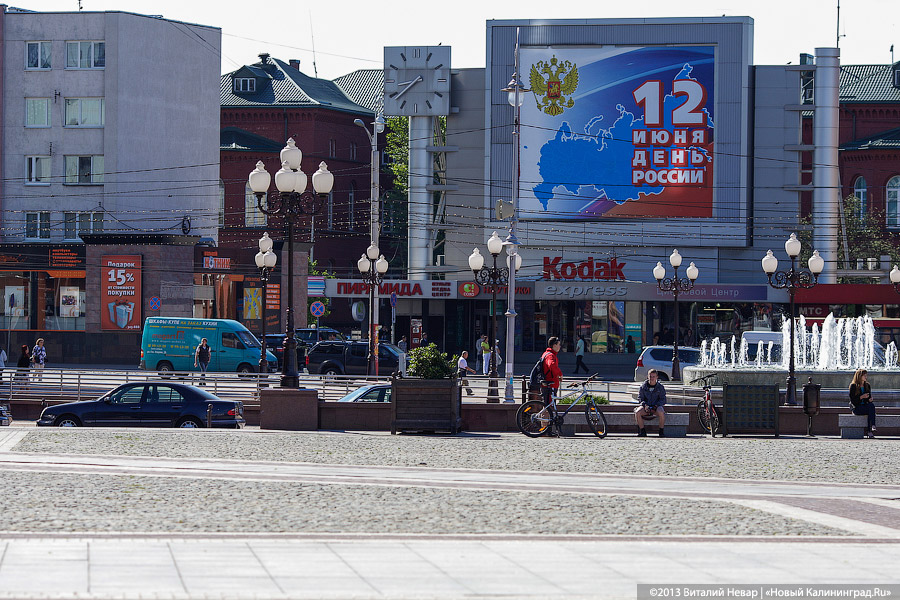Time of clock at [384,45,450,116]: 8:38
